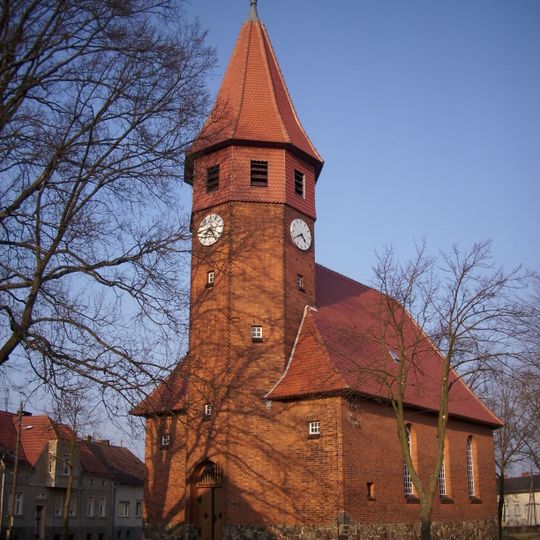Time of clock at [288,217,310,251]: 4:40
